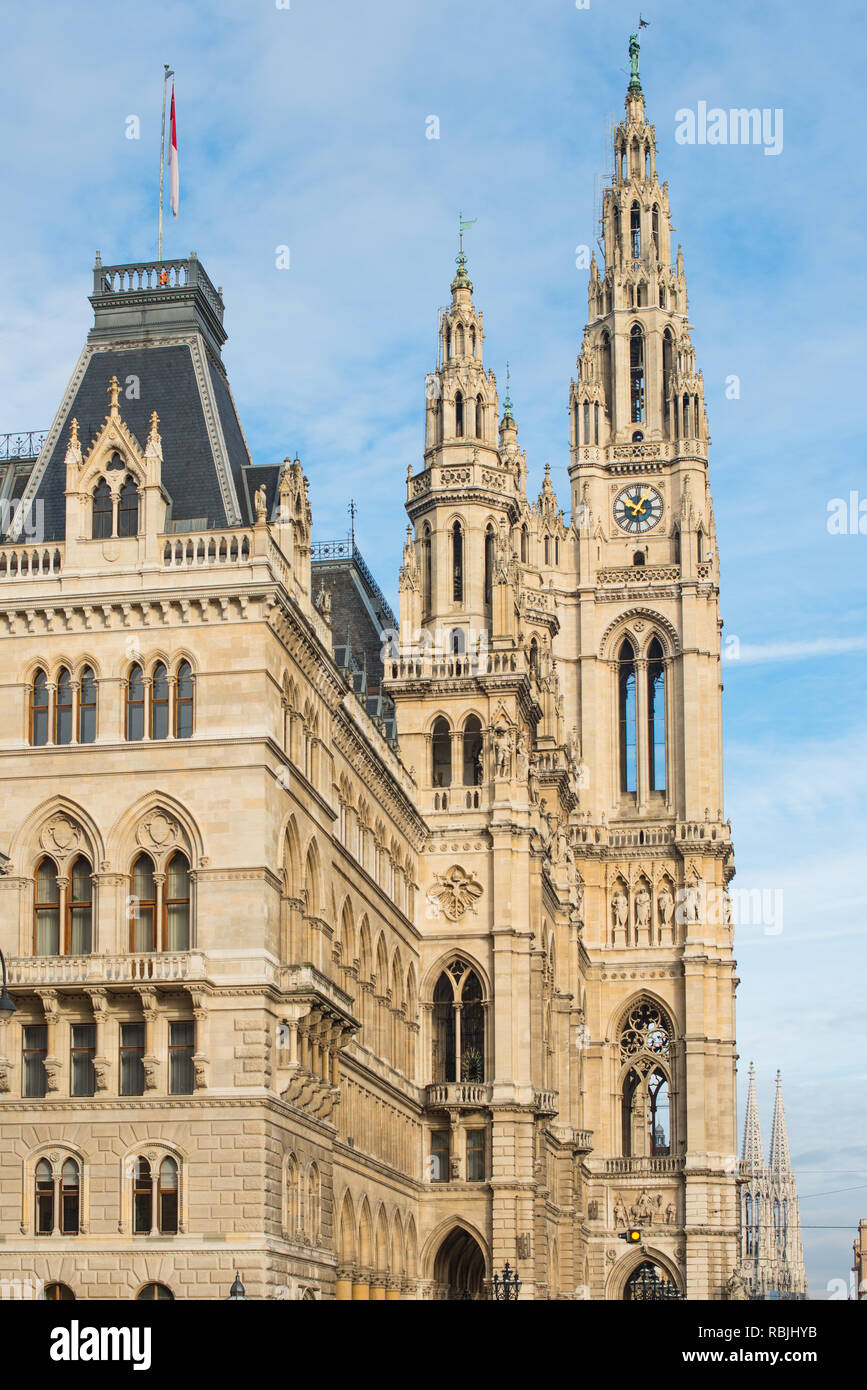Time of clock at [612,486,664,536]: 12:49
